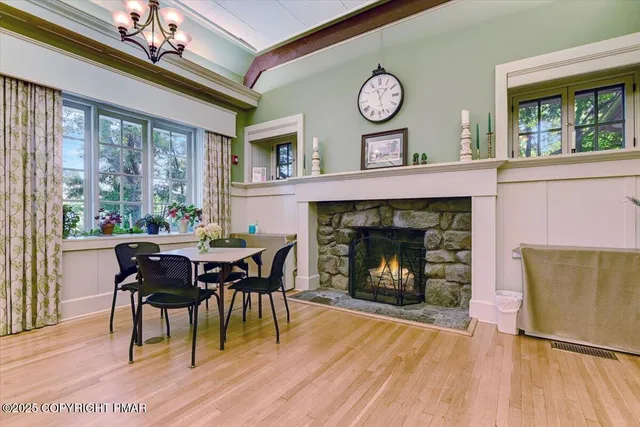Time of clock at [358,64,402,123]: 1:27
